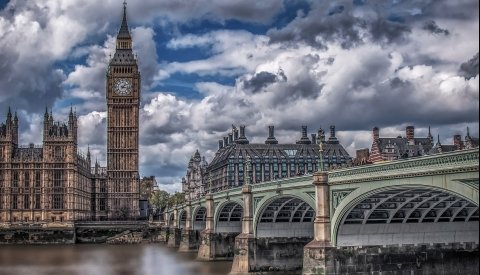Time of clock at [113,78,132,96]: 1:16
